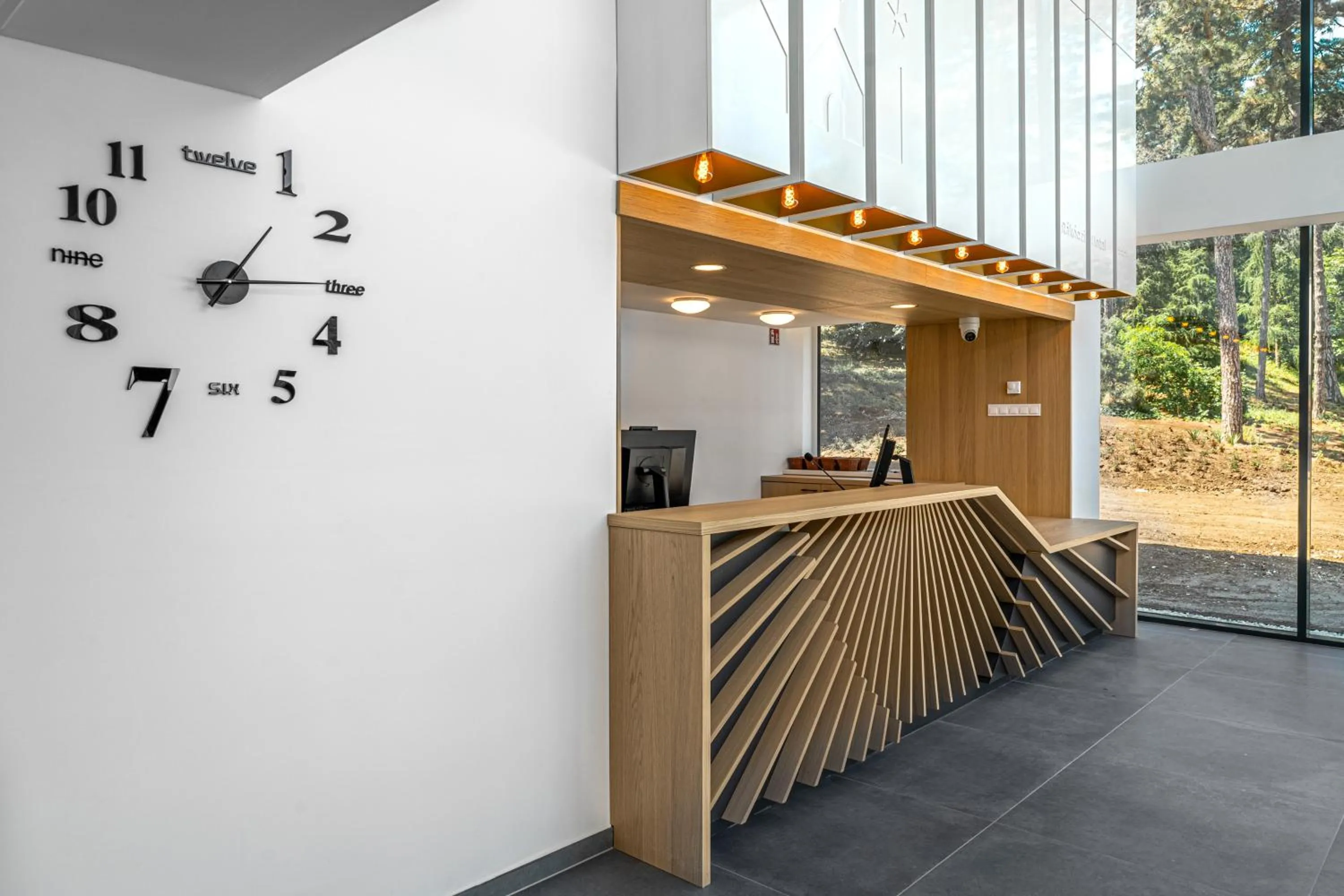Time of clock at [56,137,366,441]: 1:14
